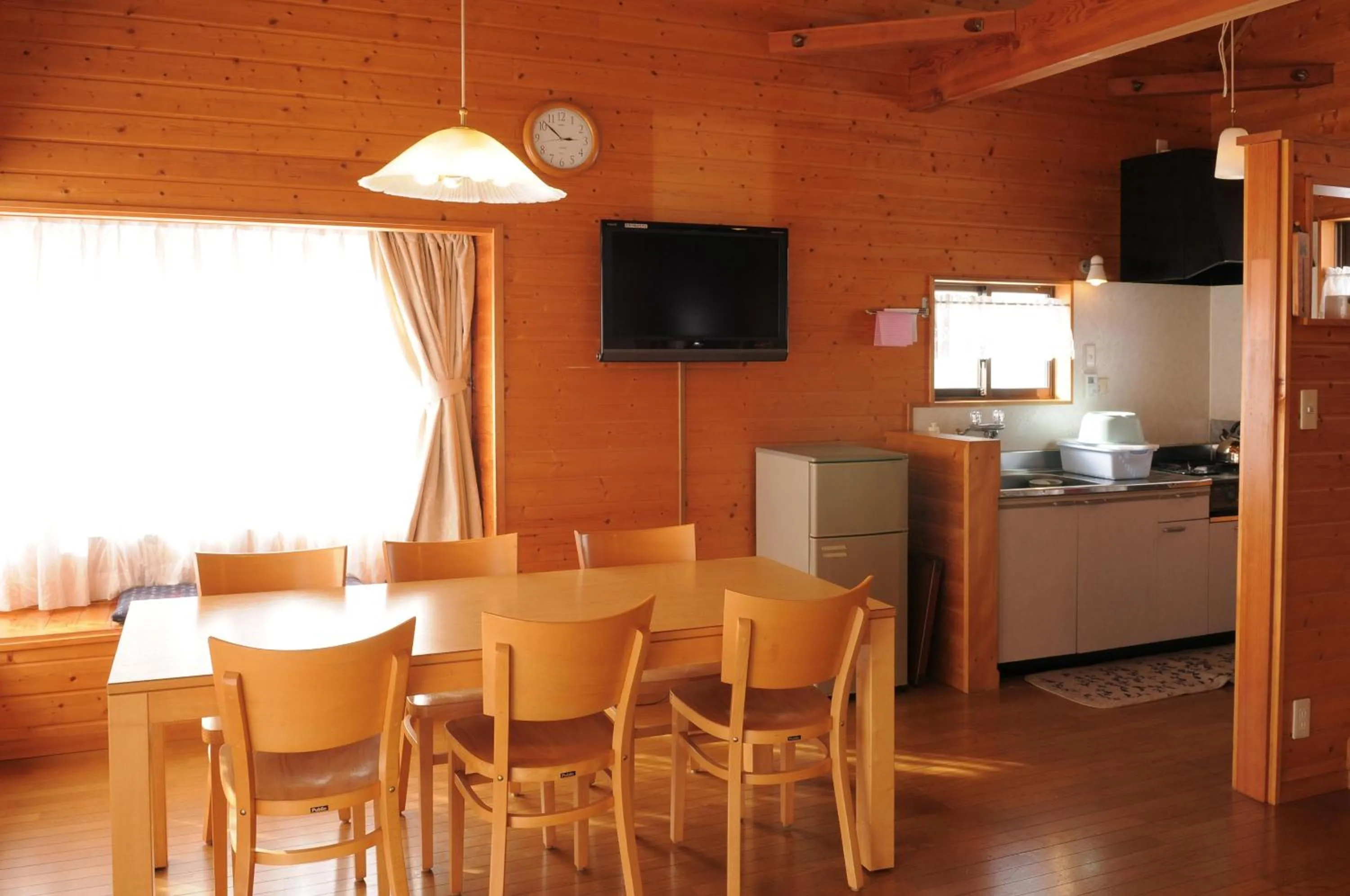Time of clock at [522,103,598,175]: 2:51
